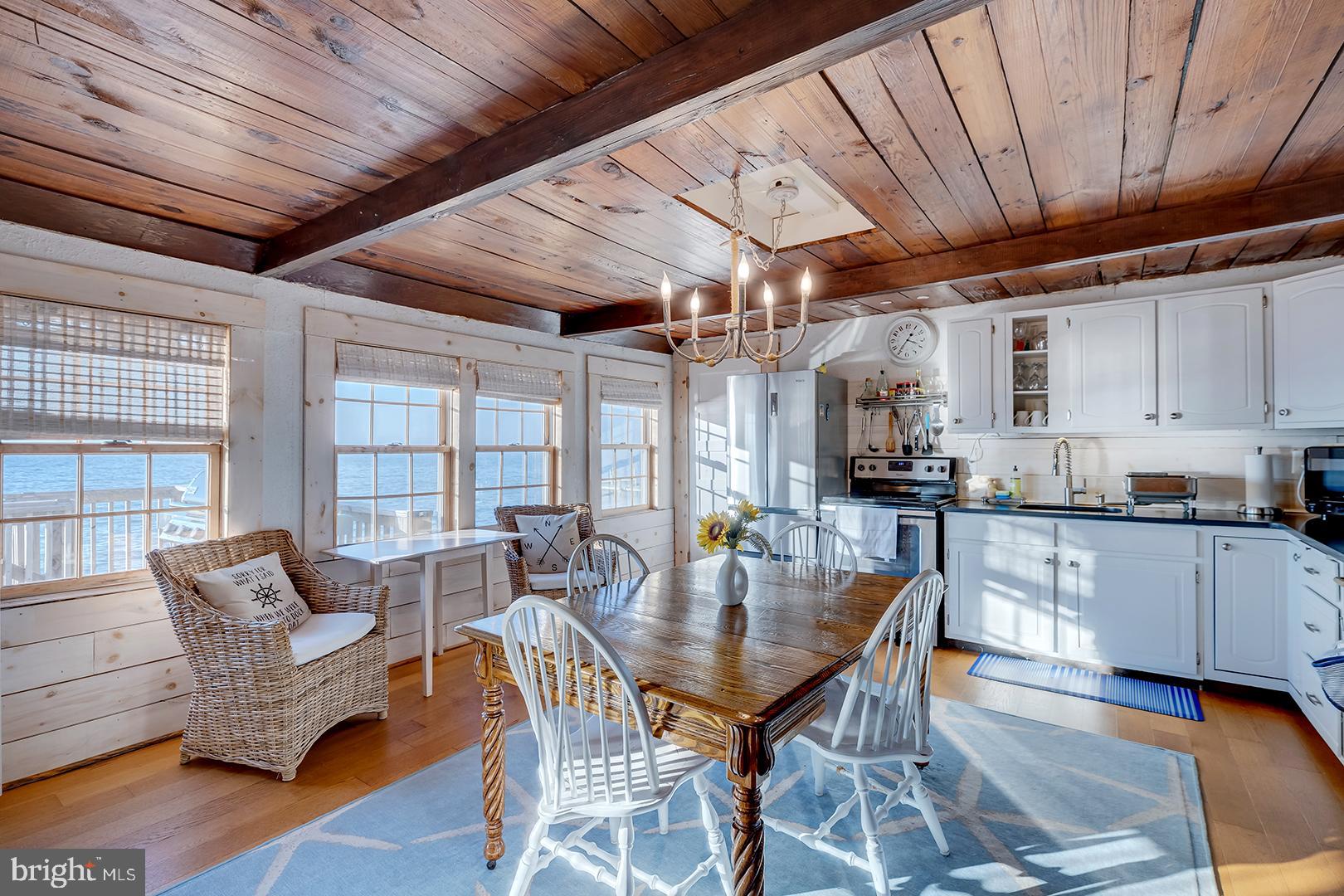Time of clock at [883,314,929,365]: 3:35
